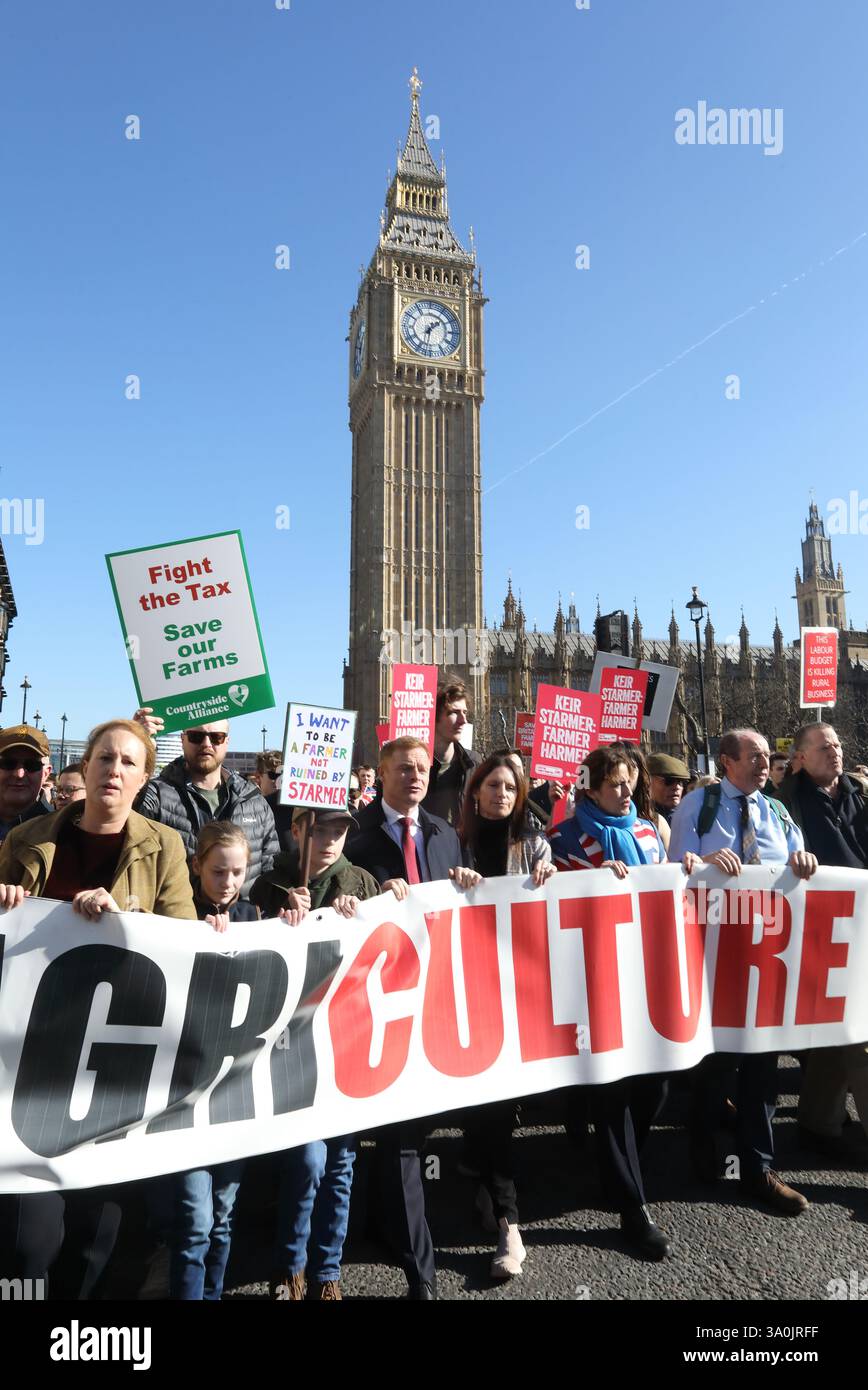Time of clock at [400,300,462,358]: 1:32
